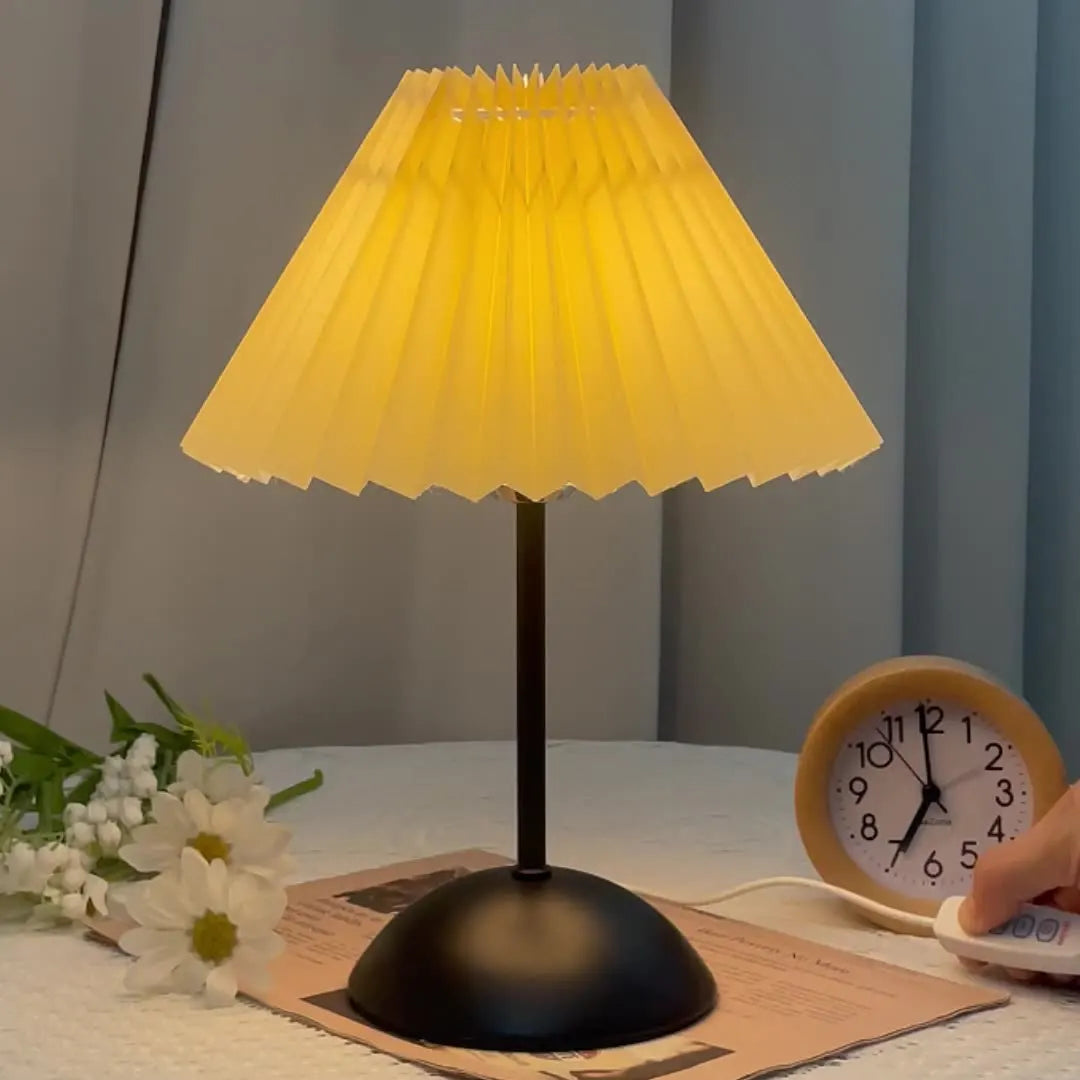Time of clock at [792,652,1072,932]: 6:59
